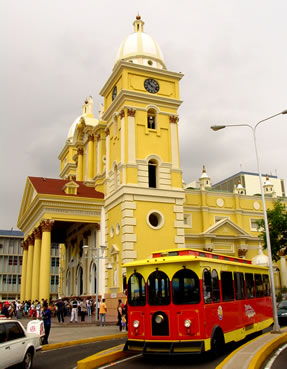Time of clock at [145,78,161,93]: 10:17
